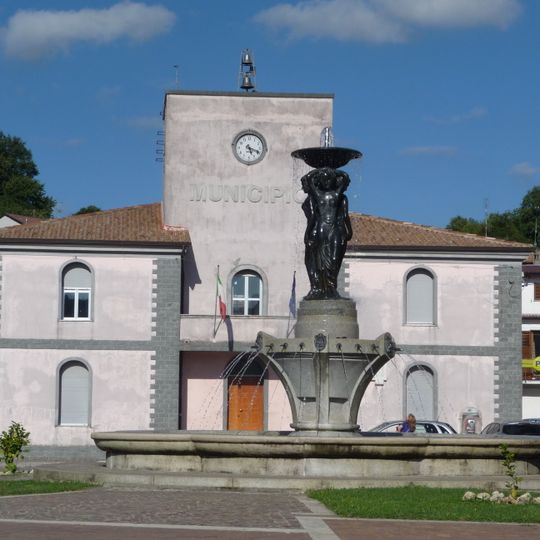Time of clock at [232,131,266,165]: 5:18
